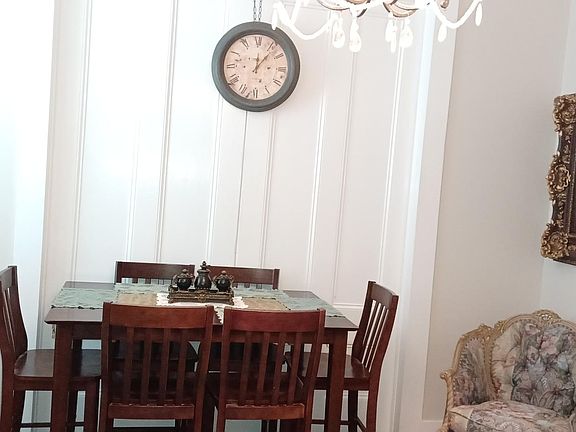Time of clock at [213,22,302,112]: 12:06
